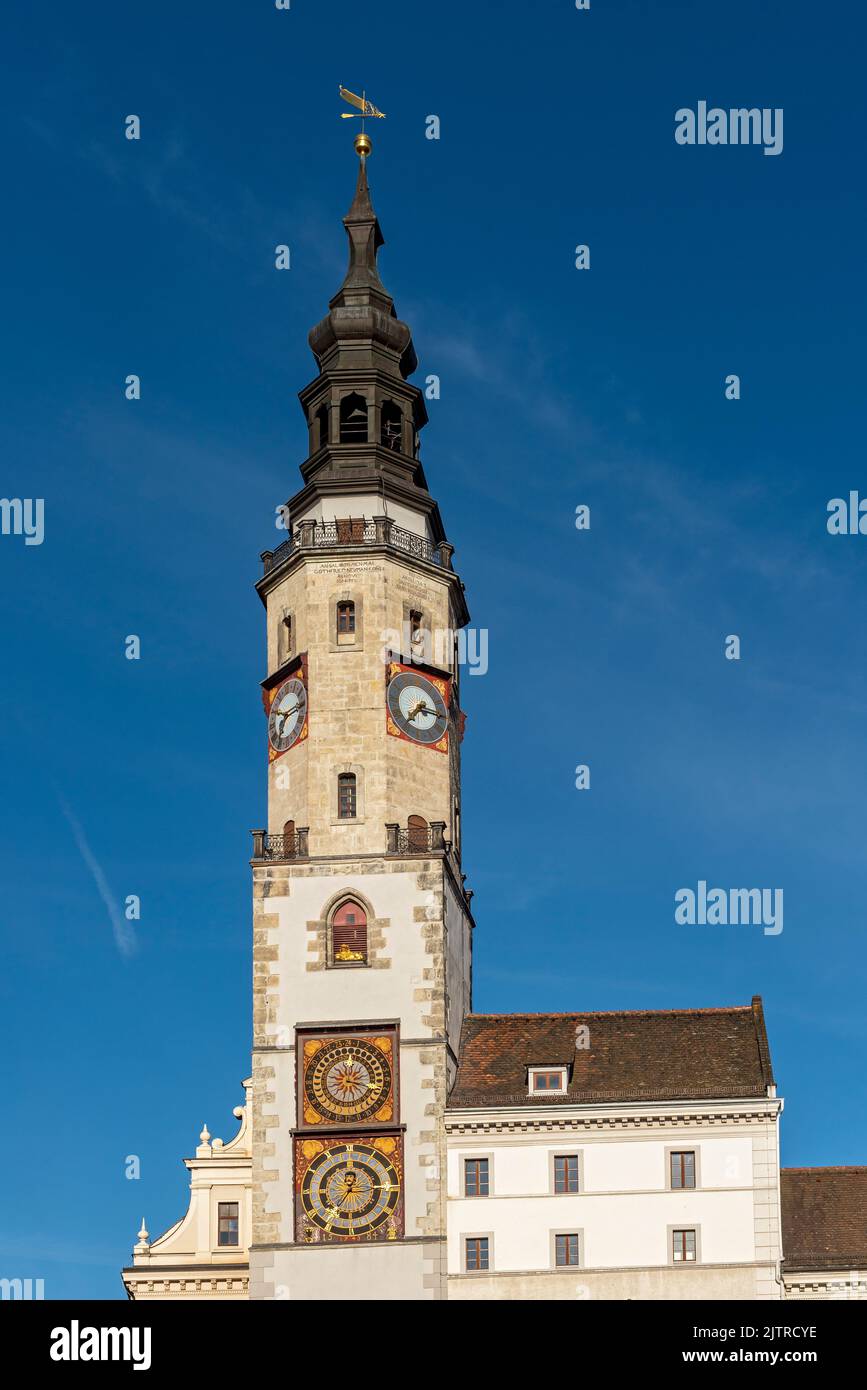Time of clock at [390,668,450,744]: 7:15
